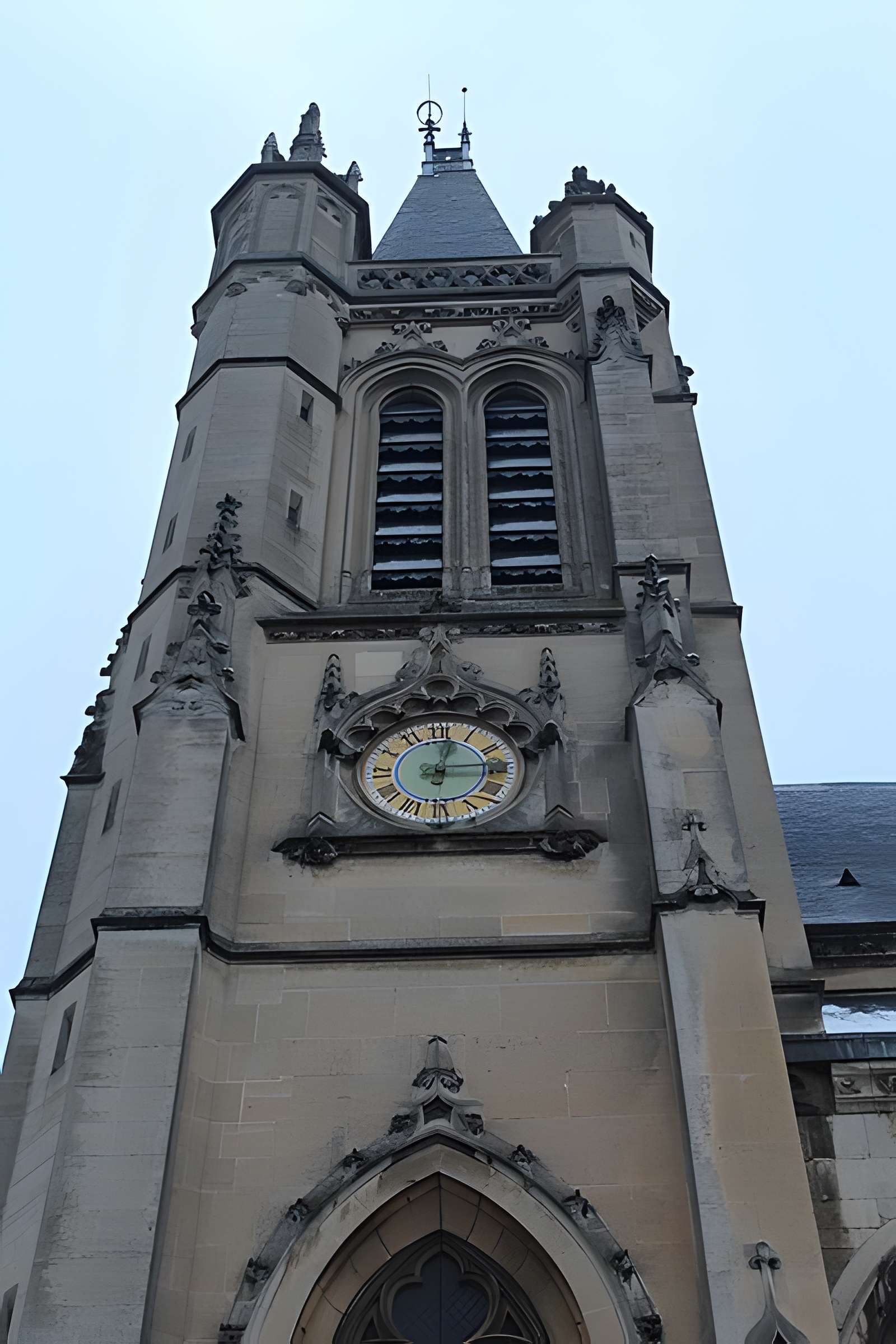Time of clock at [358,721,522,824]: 12:14
